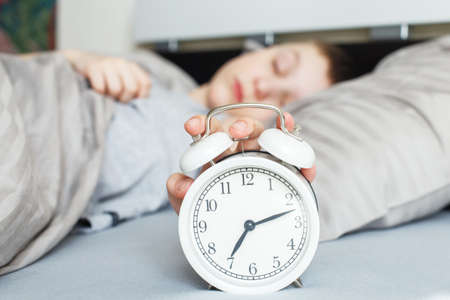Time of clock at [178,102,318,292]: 7:12
